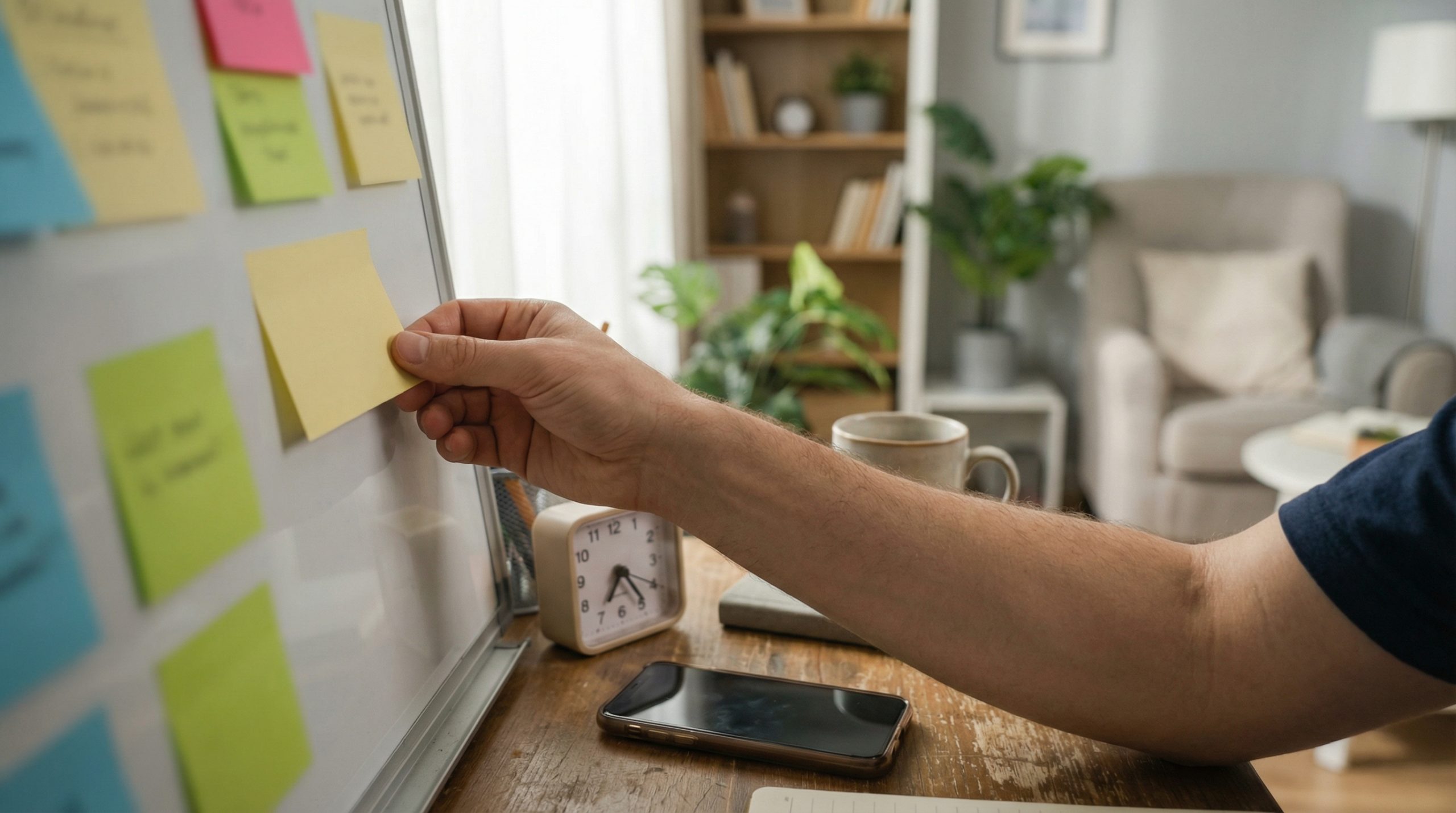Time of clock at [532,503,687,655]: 7:24
